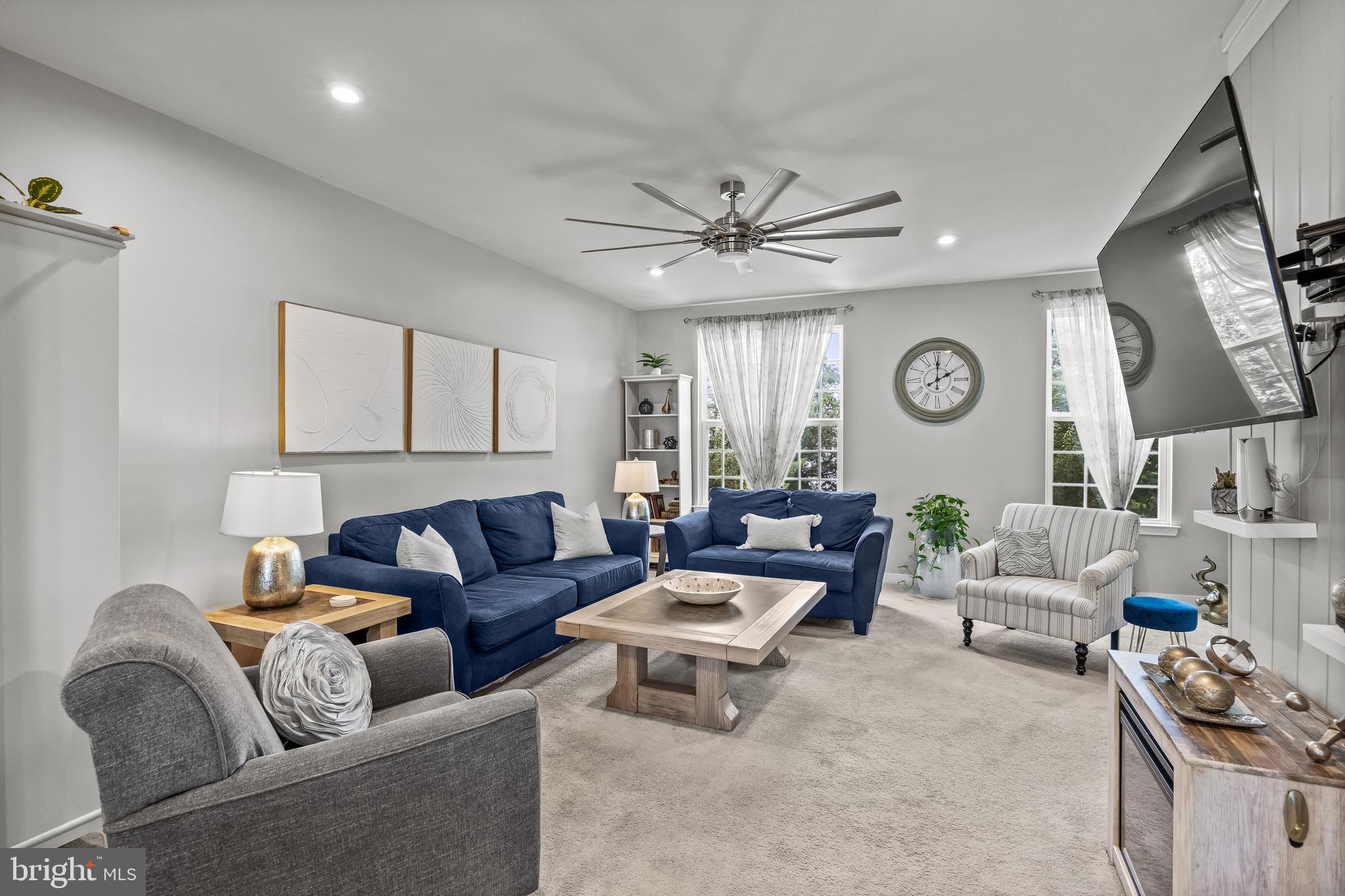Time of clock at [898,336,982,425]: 2:00
